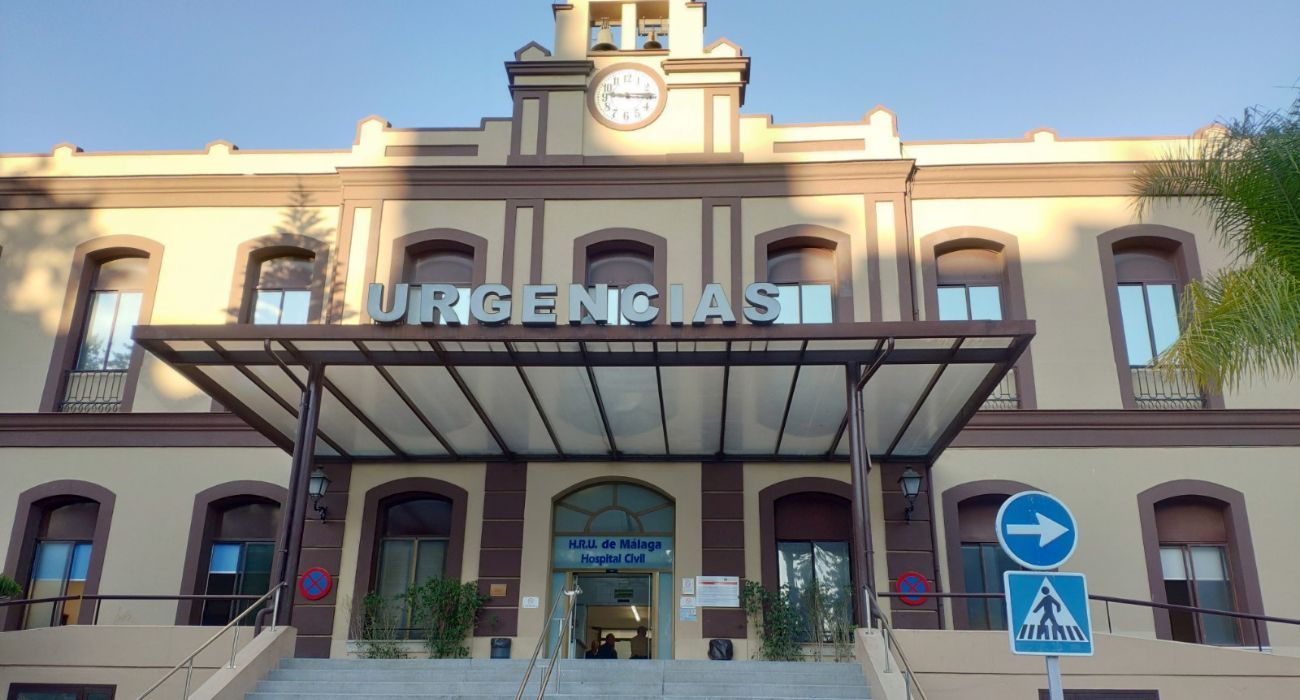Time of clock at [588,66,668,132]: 9:14
